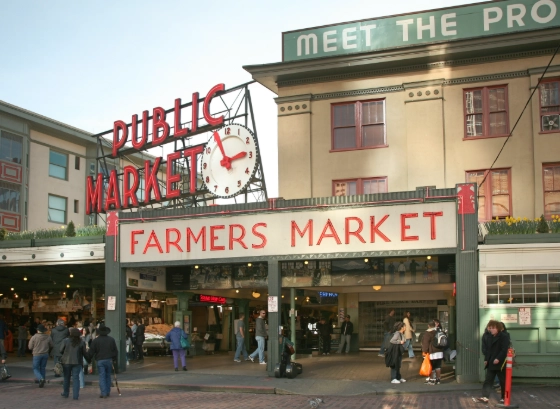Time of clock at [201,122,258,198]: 2:56
